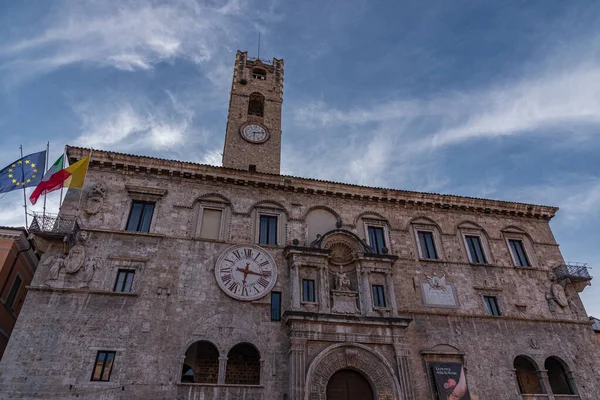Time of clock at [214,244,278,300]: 6:16
